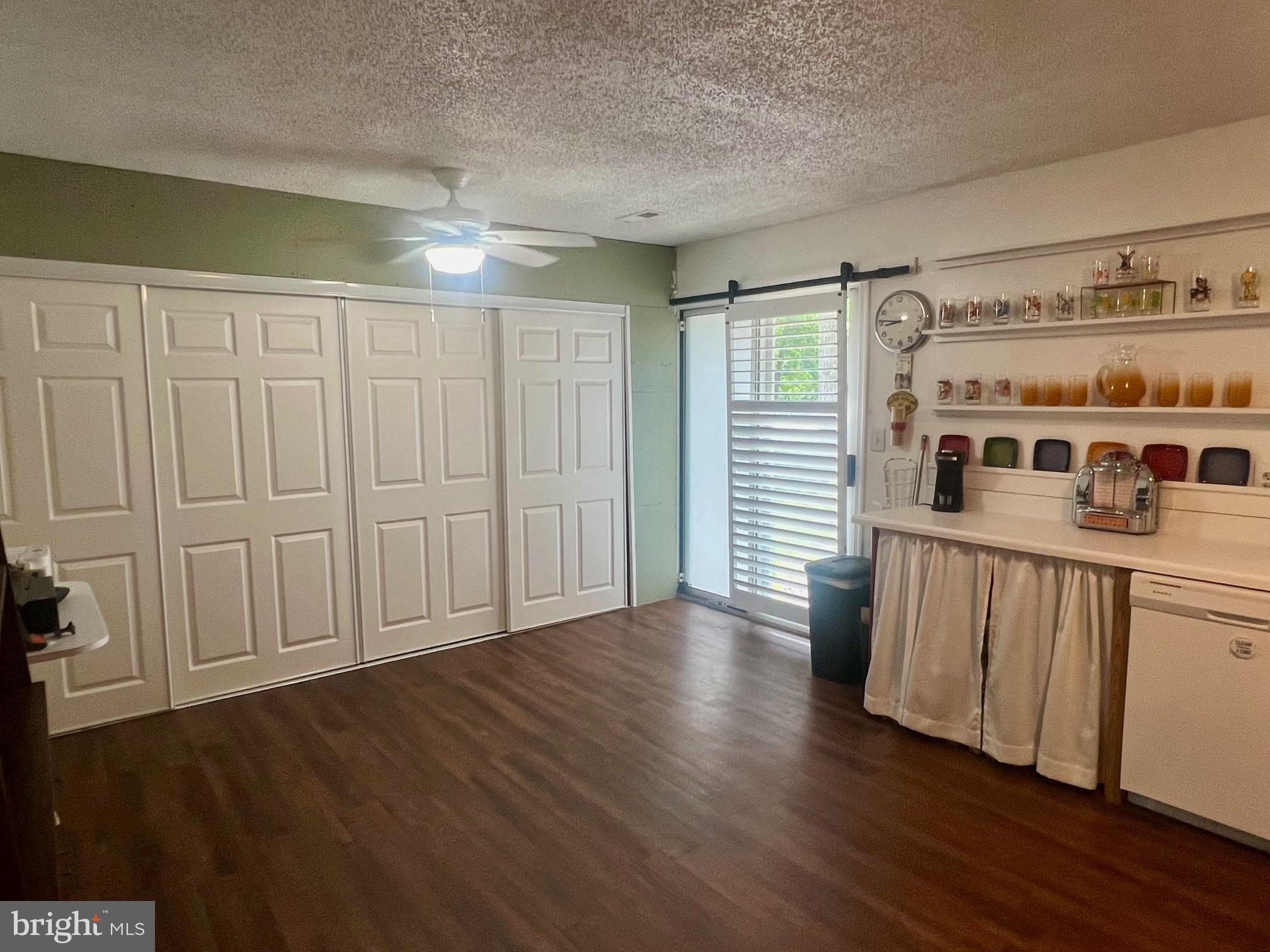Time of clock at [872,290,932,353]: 8:46
